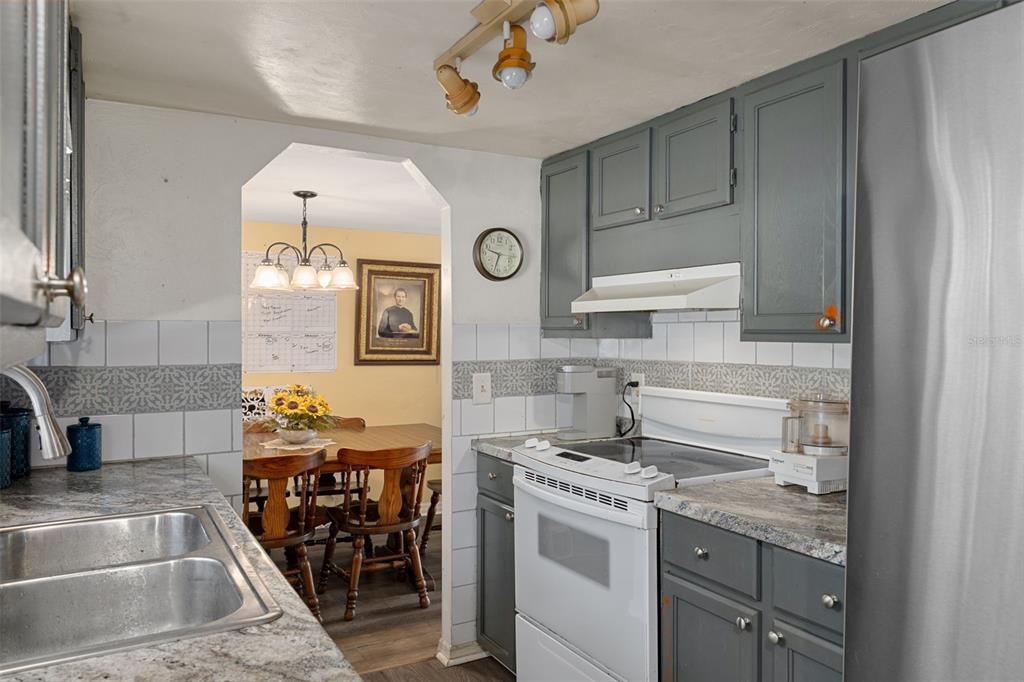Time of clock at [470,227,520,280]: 9:33
